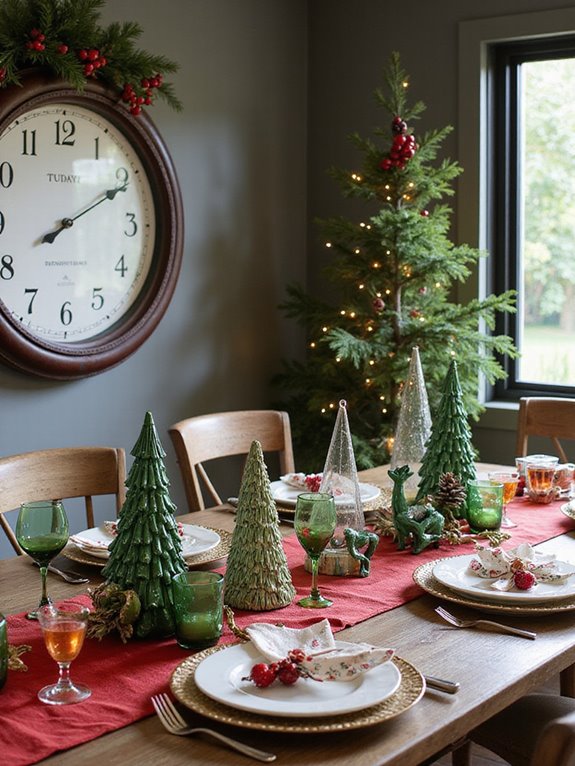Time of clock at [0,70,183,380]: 8:10
